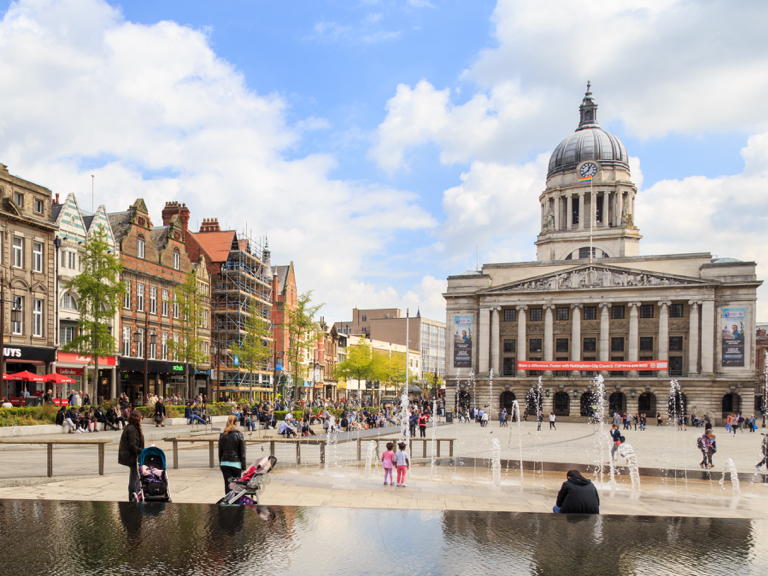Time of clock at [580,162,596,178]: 12:38
